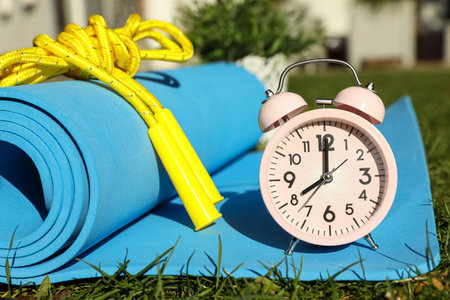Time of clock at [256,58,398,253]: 8:00
